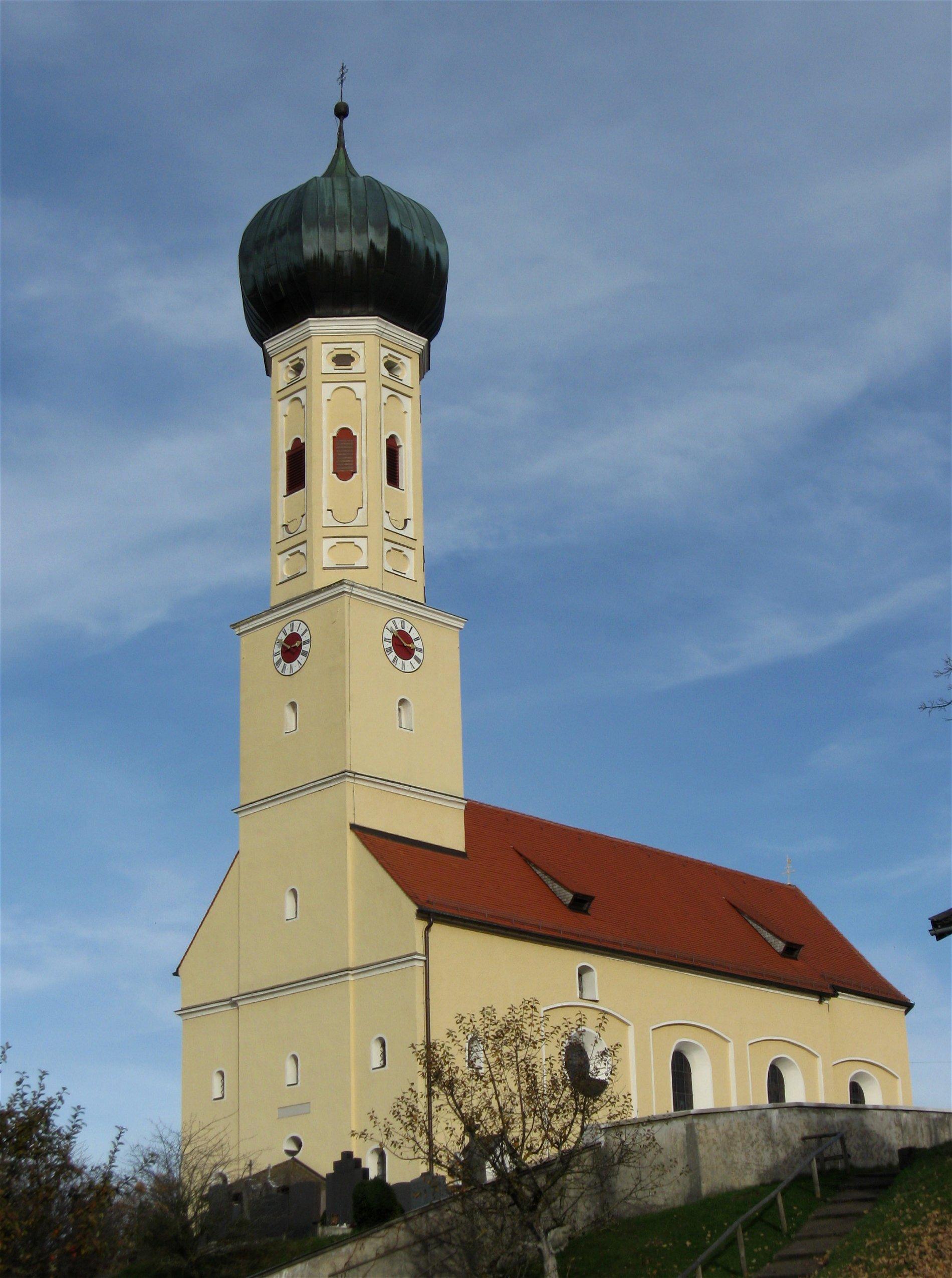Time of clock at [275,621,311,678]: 2:50
